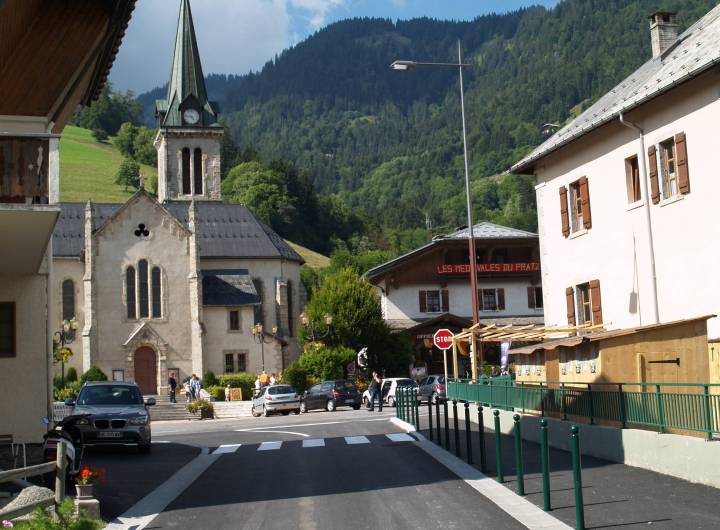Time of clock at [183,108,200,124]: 4:46
